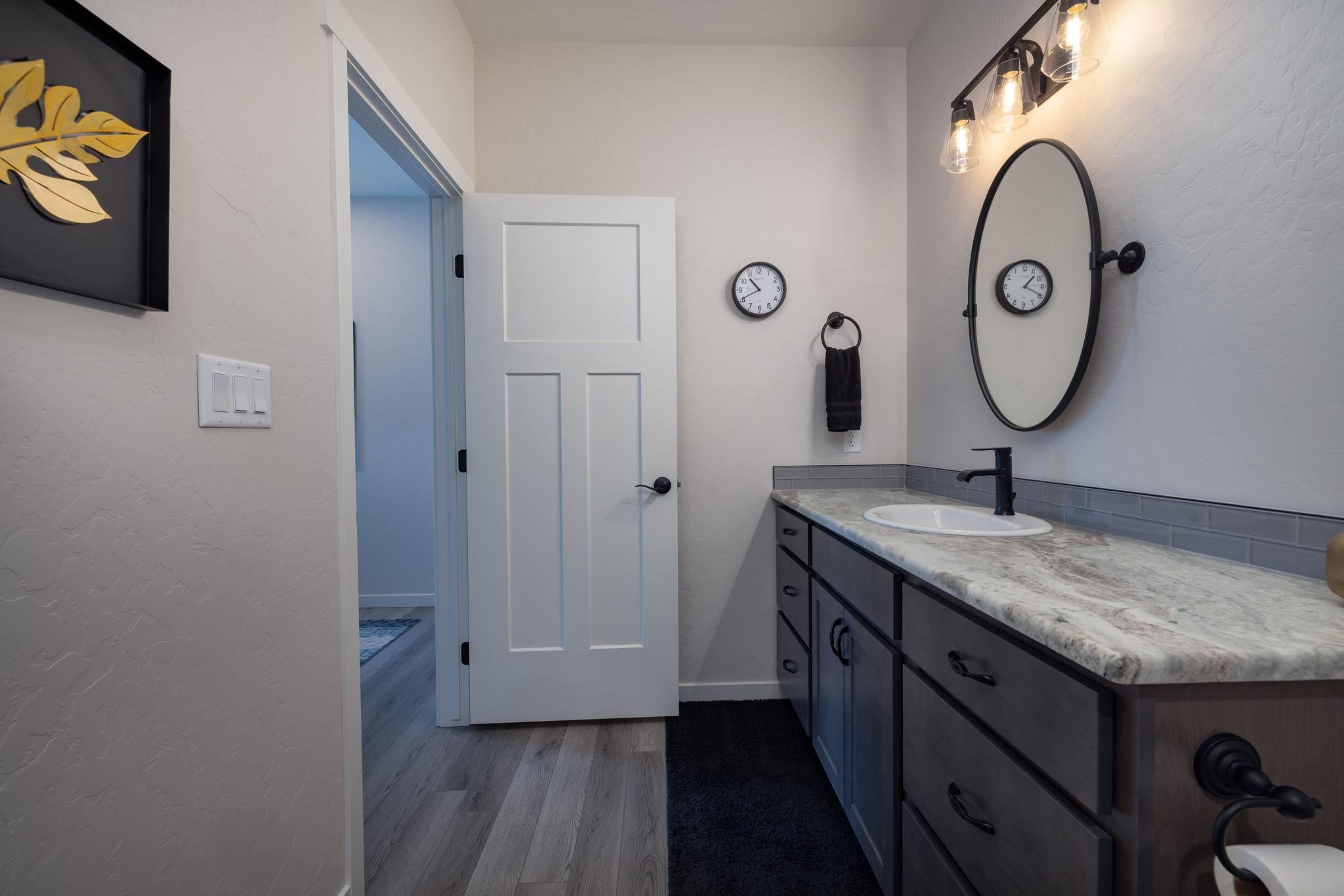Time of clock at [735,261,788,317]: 10:40
